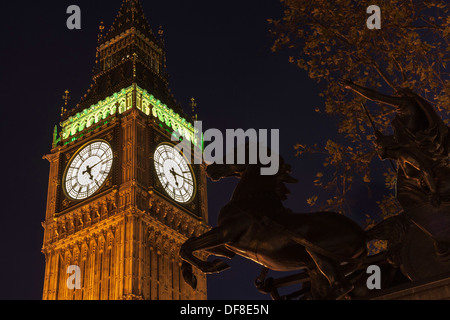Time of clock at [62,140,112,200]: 5:13
